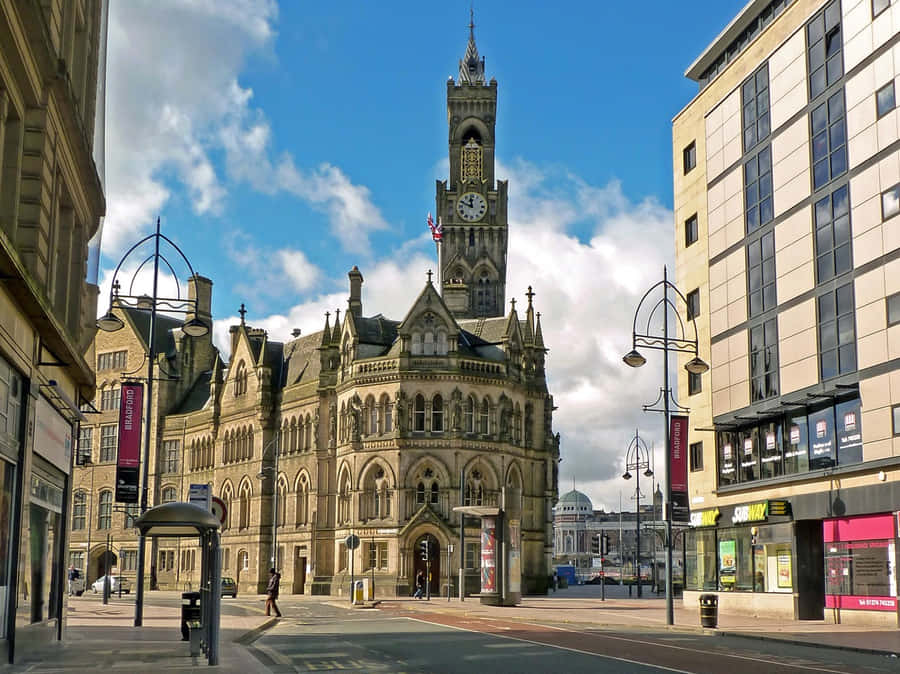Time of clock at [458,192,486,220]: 11:48
